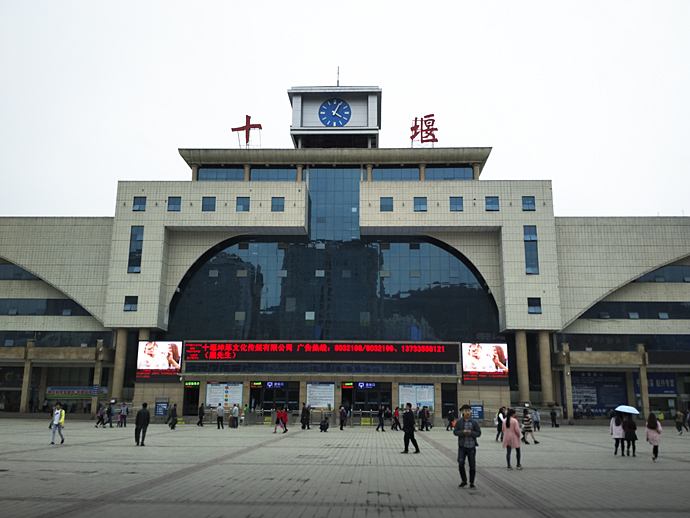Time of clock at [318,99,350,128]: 4:04
